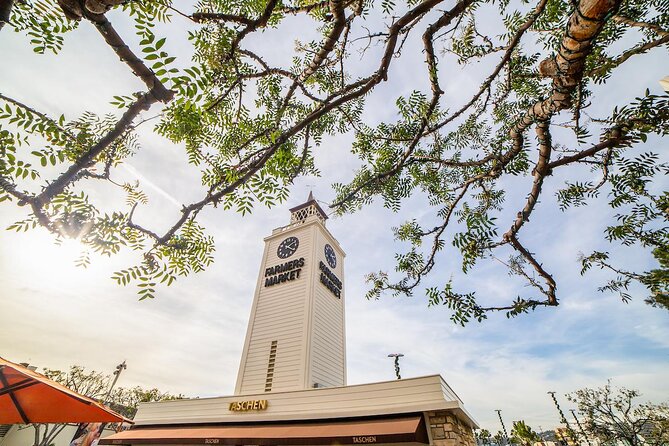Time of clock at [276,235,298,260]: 1:18
